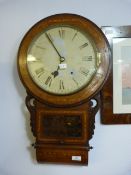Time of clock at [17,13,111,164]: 6:54
